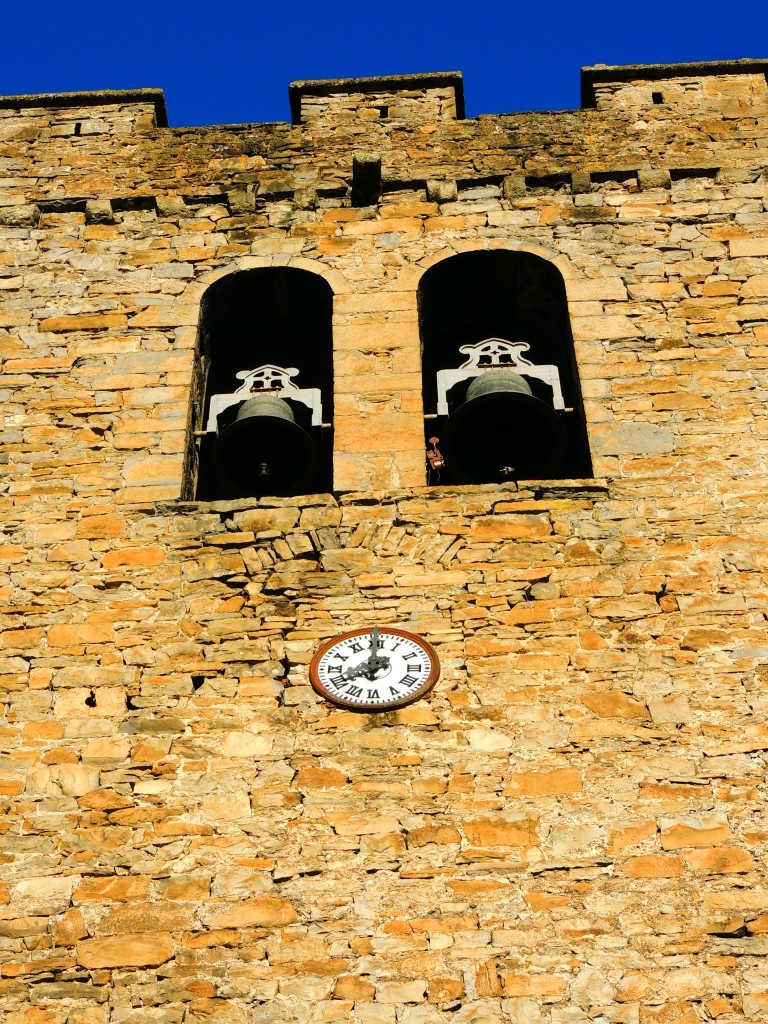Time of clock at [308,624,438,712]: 7:59
